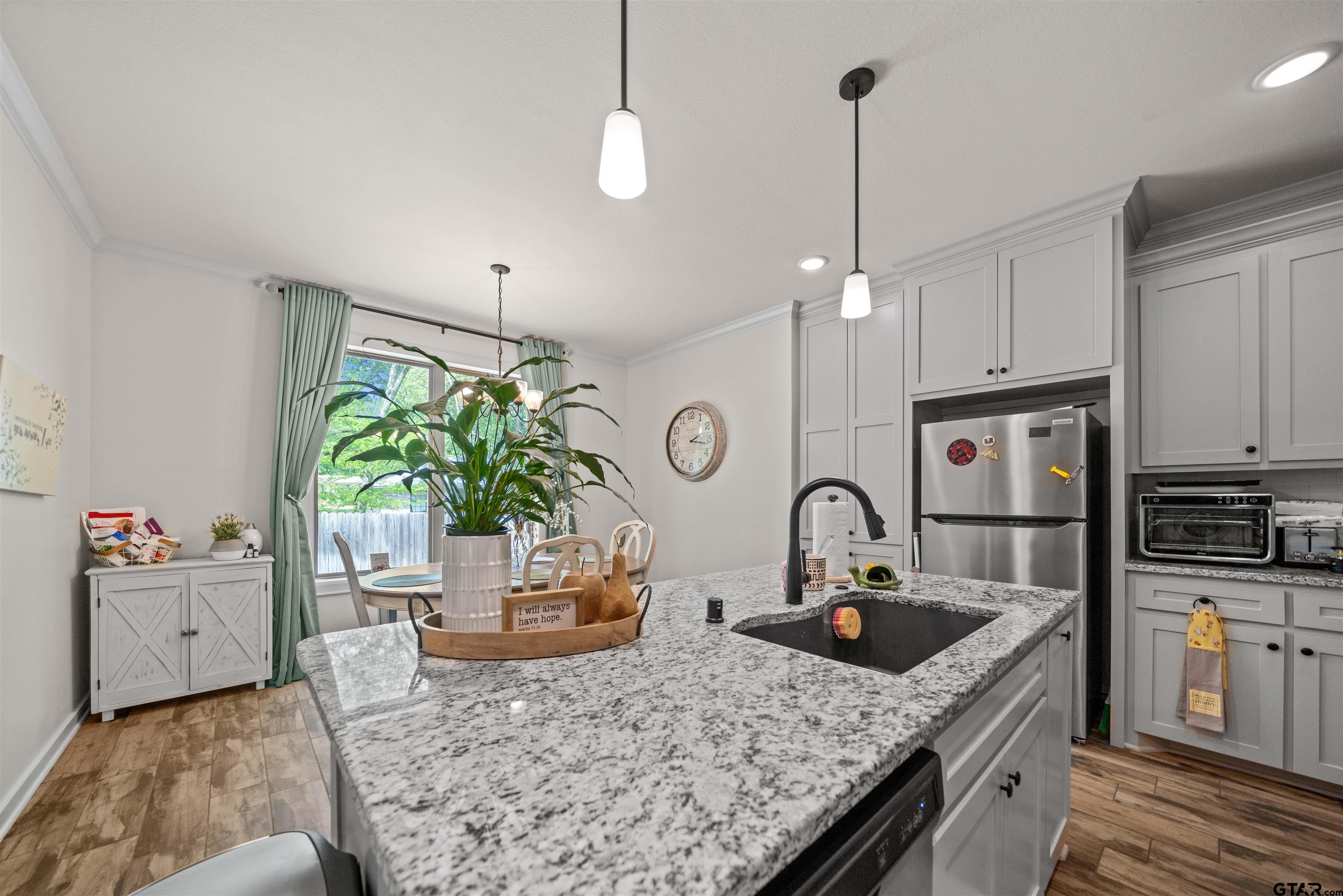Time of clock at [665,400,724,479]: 2:16
